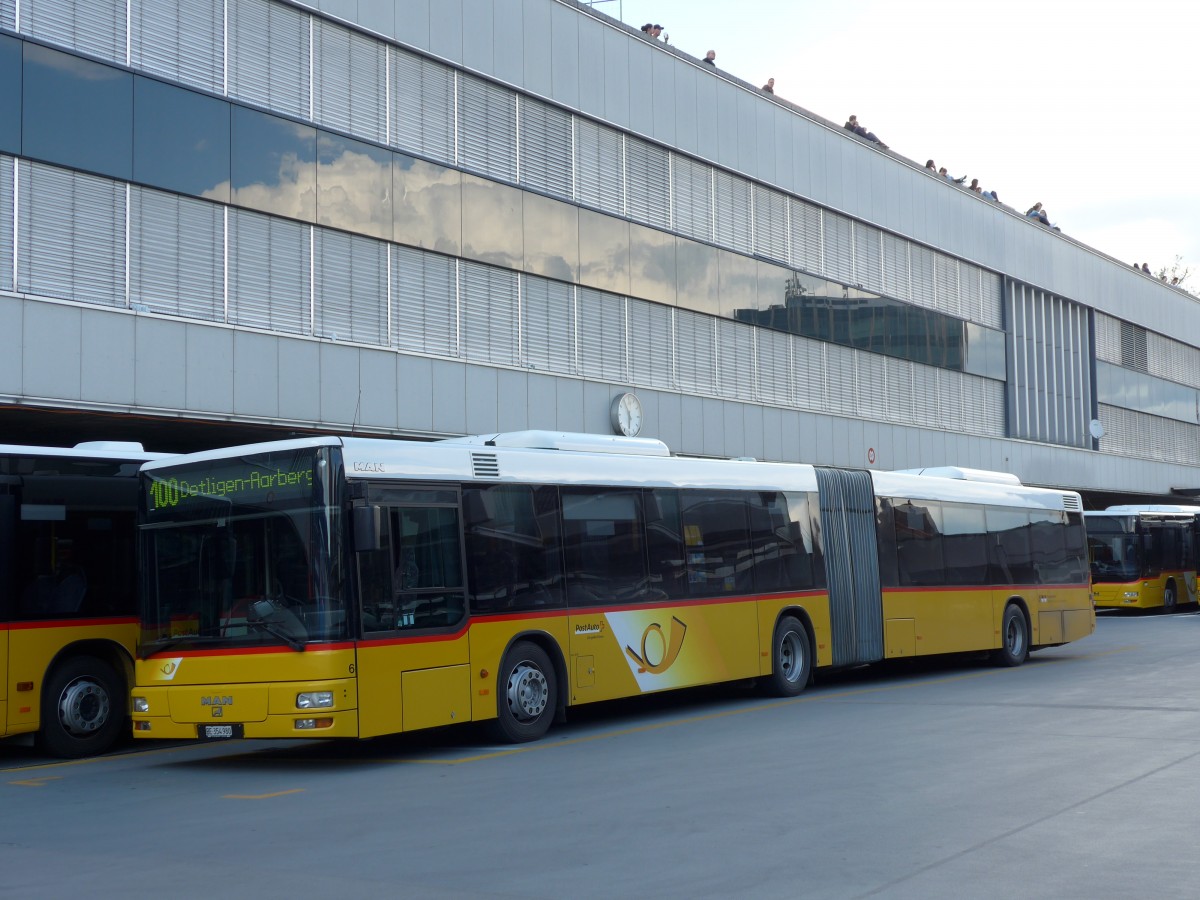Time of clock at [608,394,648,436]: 5:54
